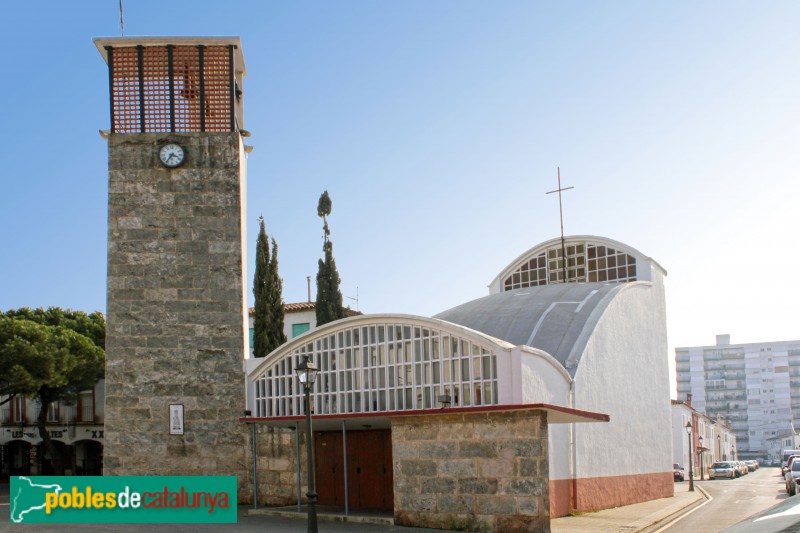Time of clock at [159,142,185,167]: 3:35
